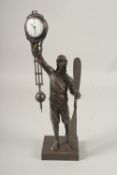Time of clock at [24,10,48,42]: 10:28
